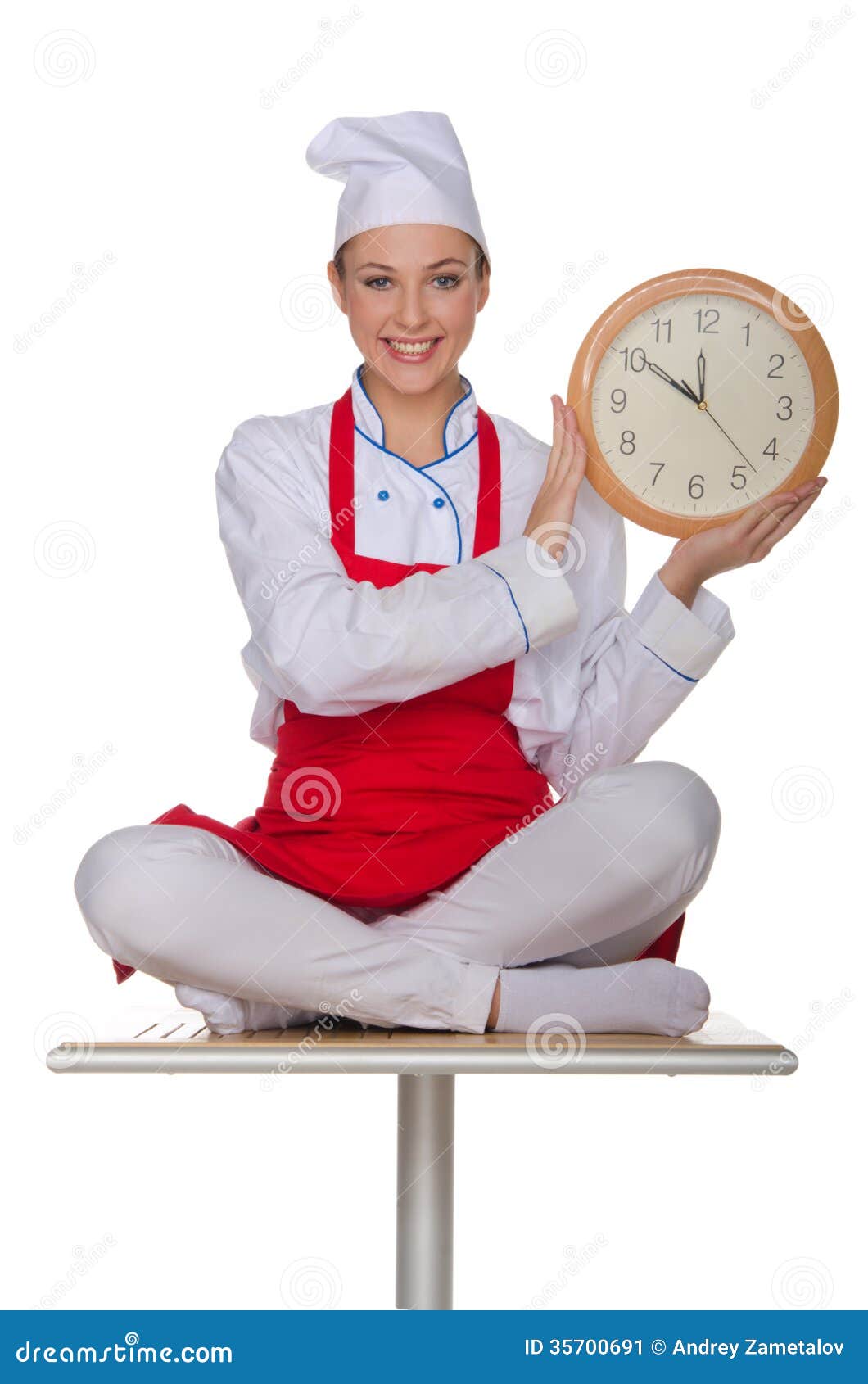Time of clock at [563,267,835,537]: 11:50
